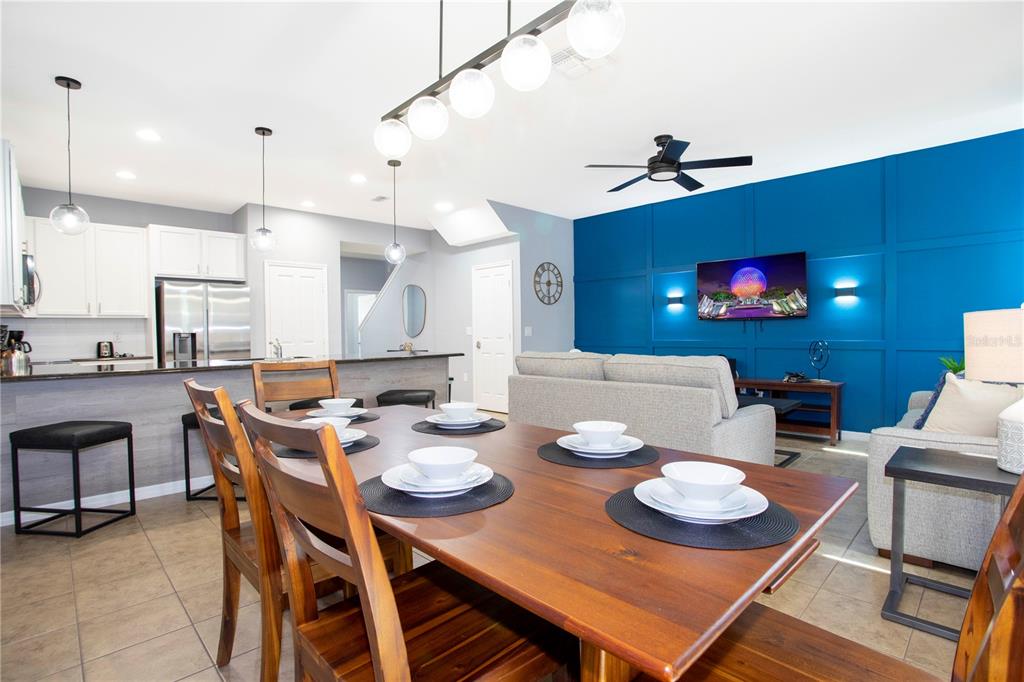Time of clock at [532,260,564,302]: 5:59
